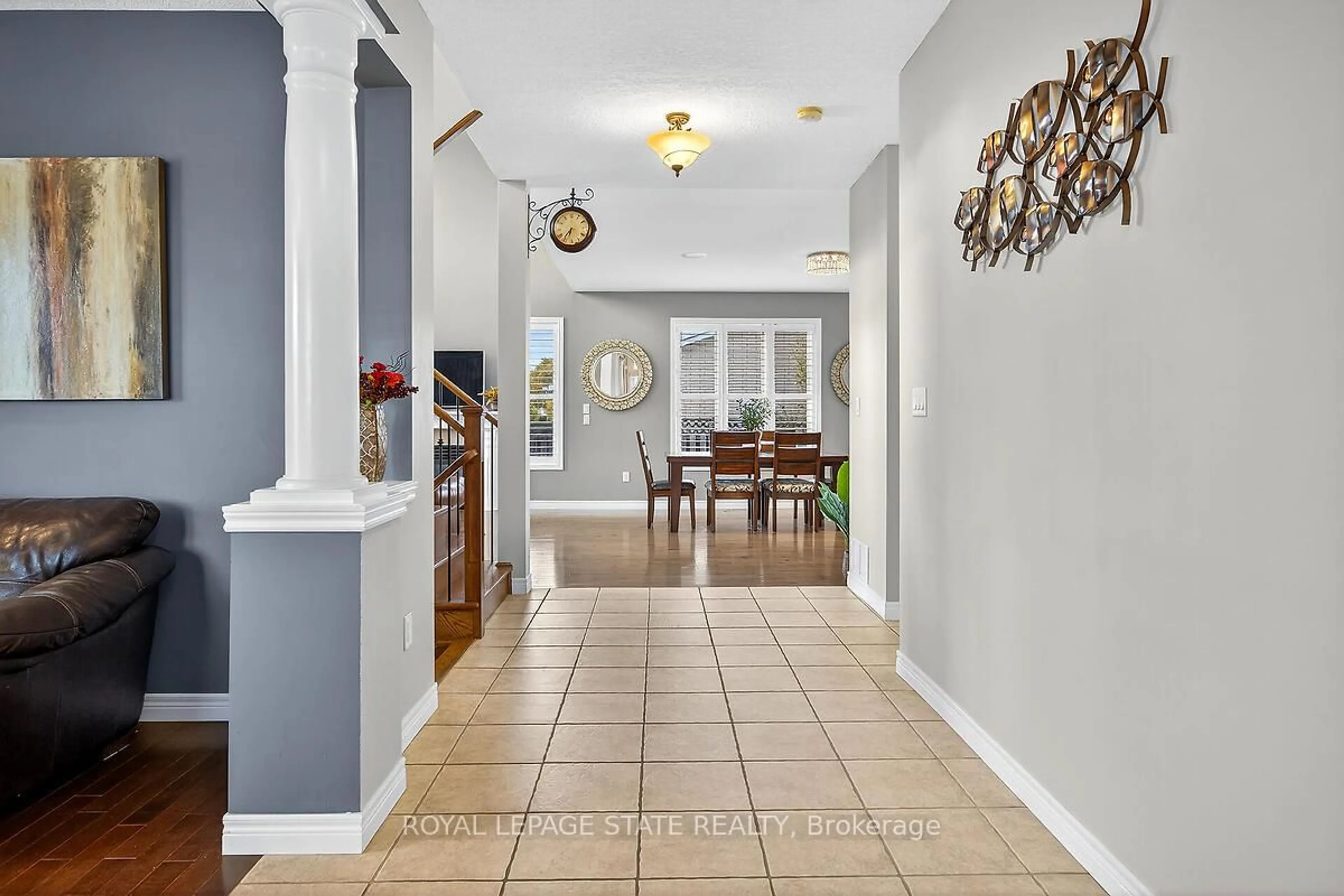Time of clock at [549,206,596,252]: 6:36
